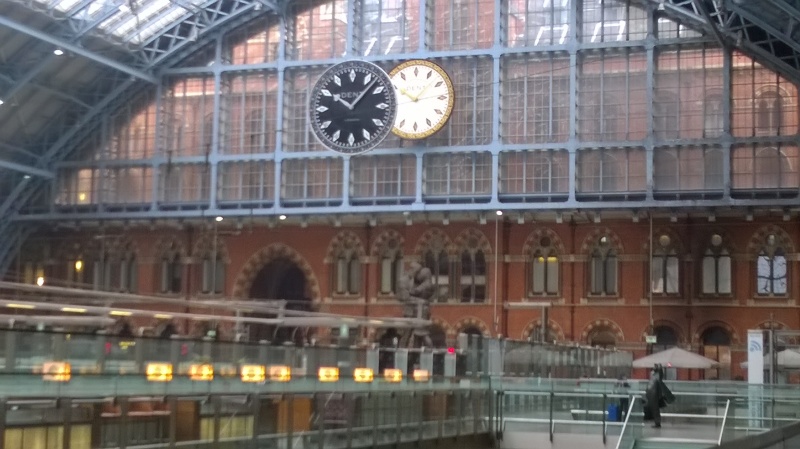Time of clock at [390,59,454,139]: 10:07
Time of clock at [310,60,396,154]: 10:07
